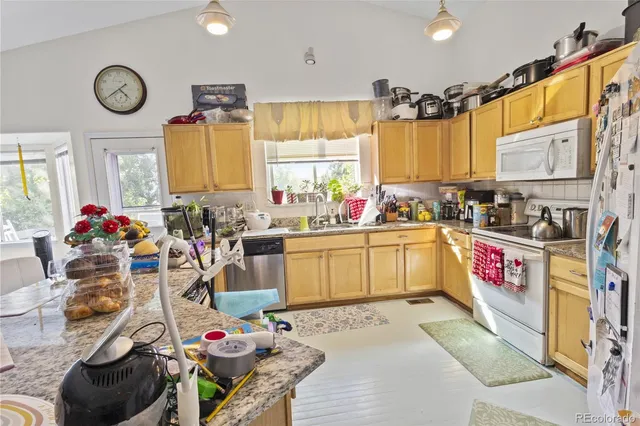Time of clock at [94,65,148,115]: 4:39
